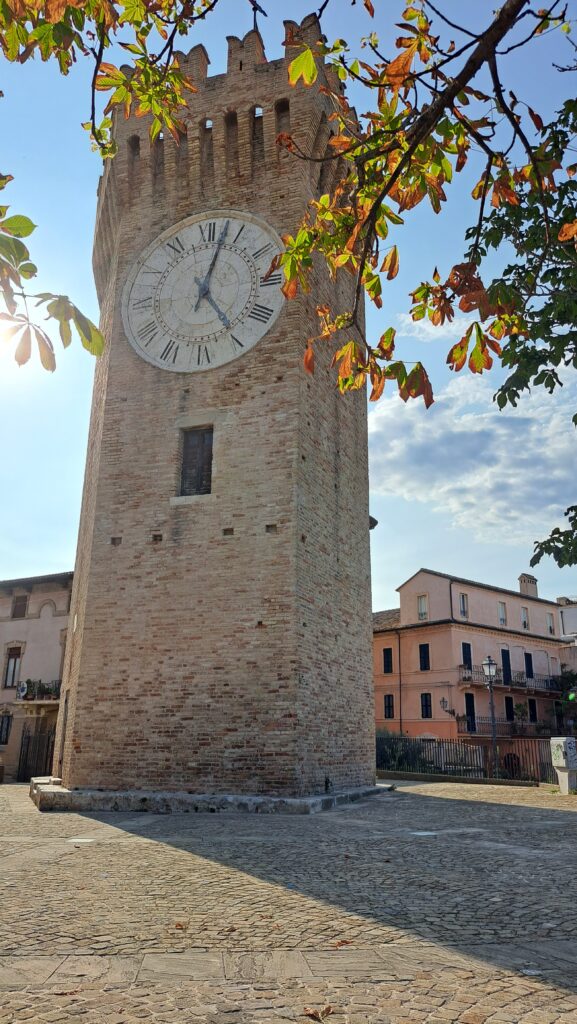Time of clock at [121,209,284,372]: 5:02
